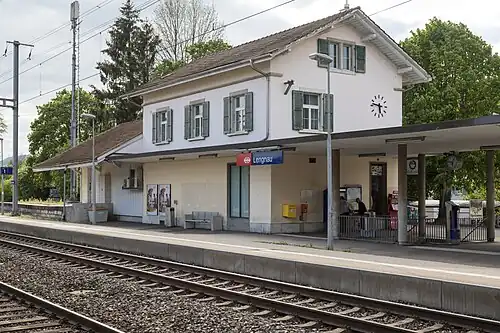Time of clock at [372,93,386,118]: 5:46
